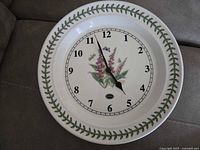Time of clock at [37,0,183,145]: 4:57
